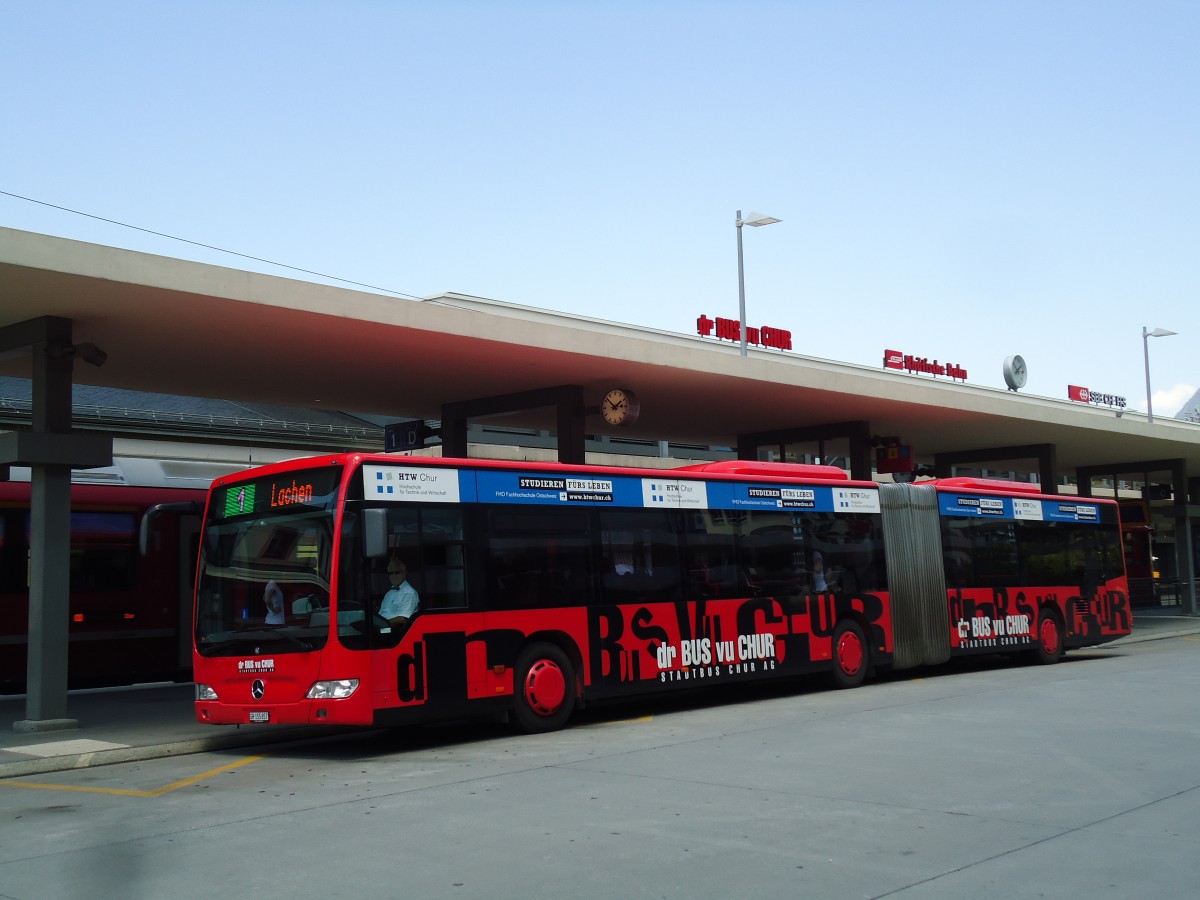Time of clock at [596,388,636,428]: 1:52
